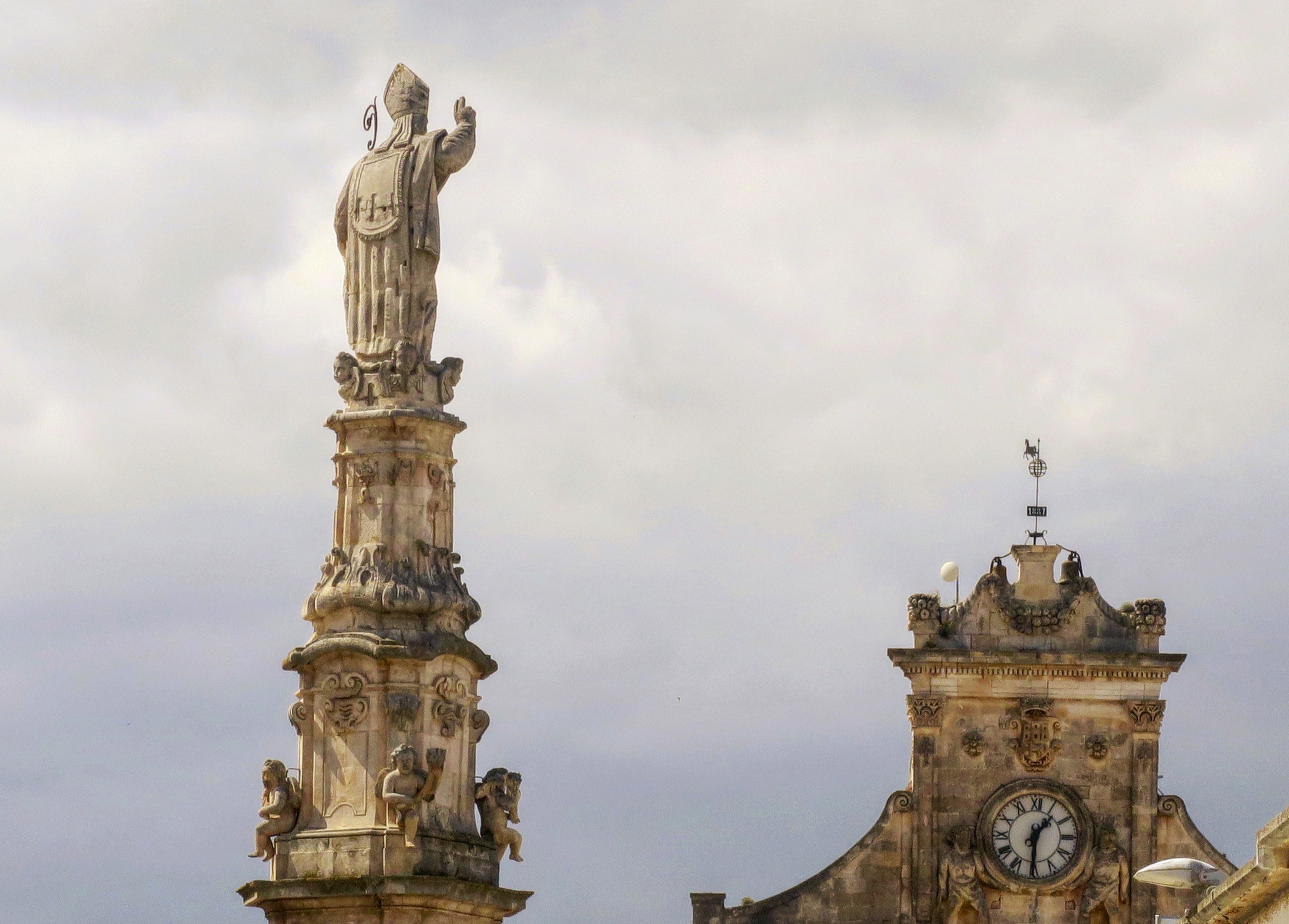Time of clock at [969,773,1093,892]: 1:30
